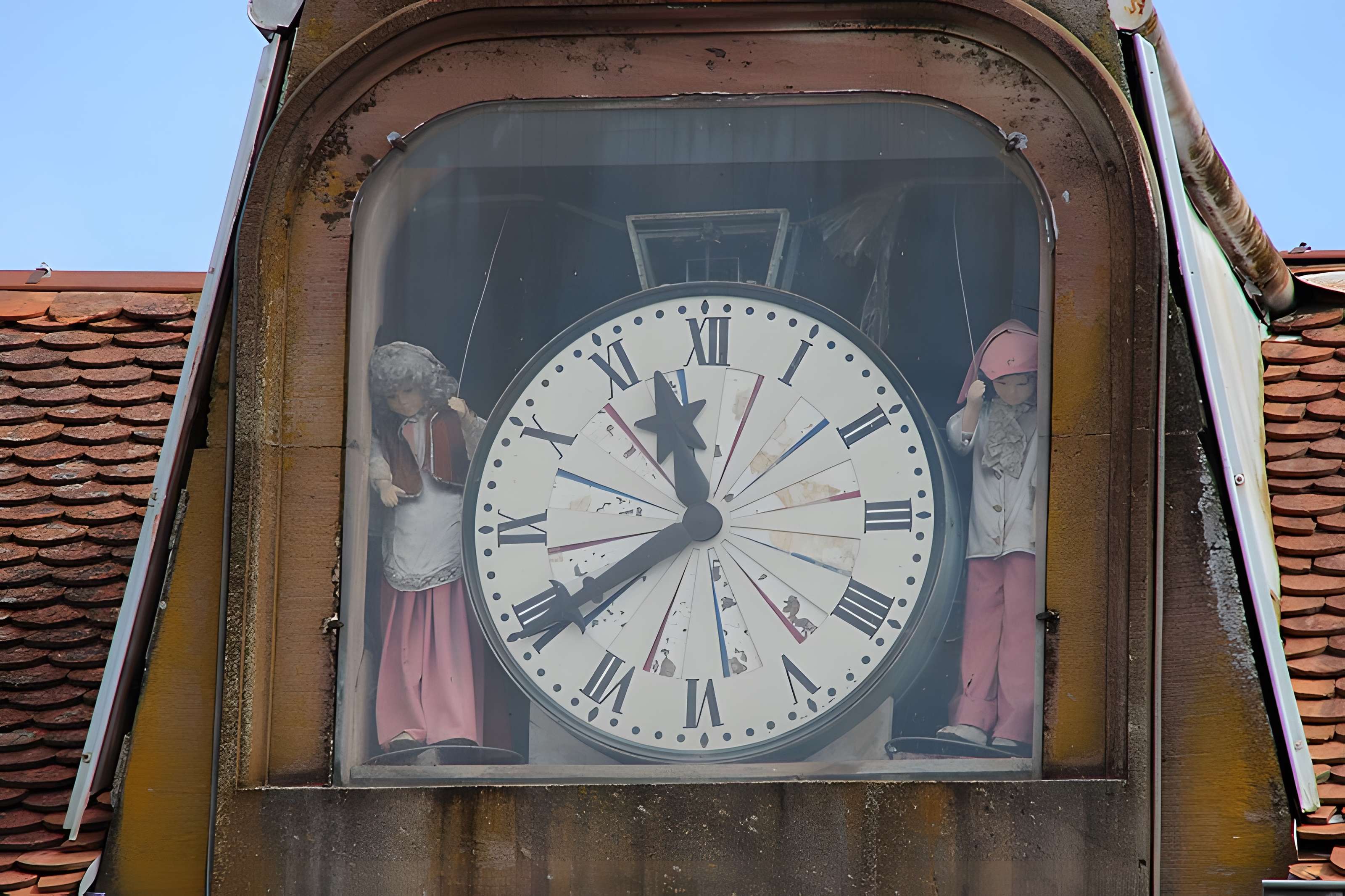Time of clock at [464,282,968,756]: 11:39
